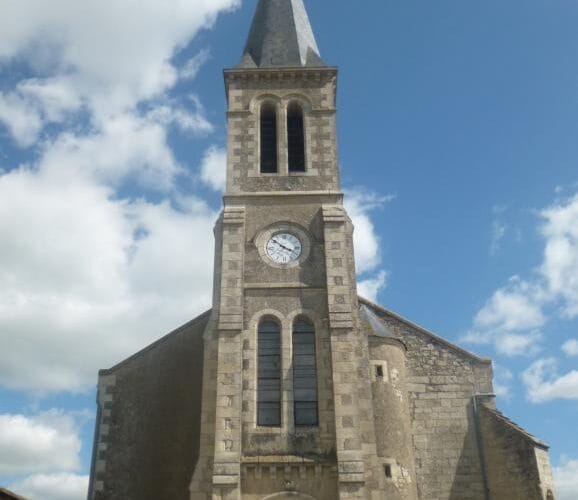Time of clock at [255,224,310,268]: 3:51
